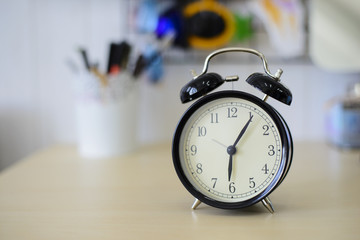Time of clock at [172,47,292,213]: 6:05
